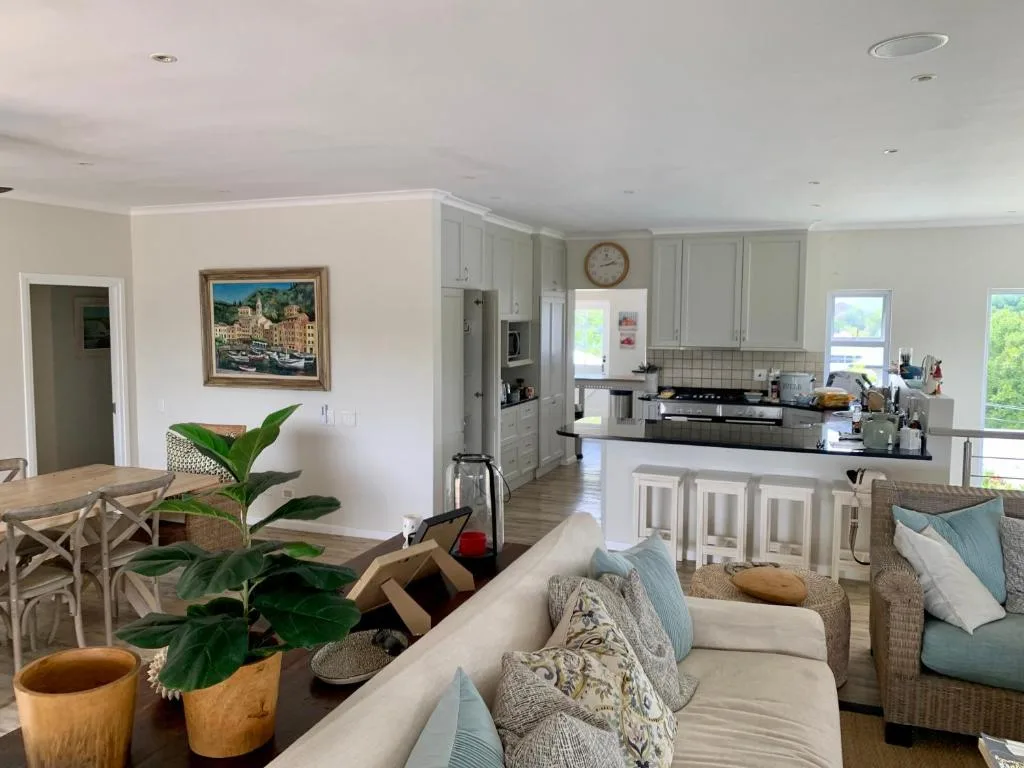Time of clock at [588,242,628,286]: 2:13
